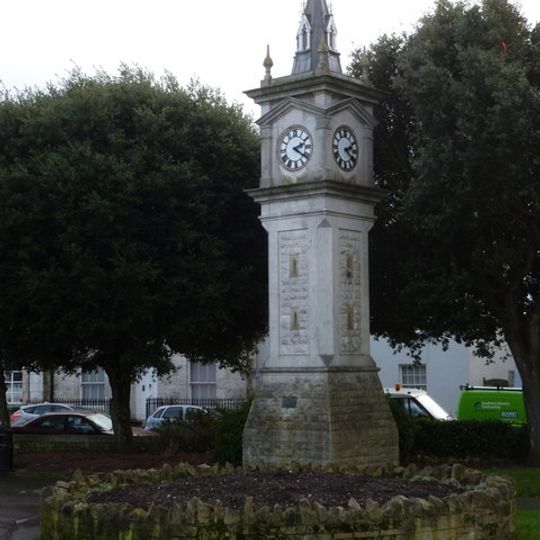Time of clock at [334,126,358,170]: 2:21
